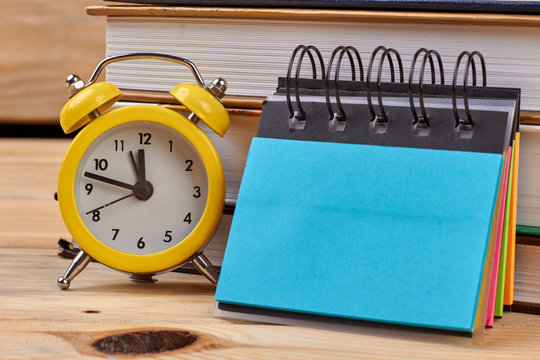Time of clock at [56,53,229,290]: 11:47
